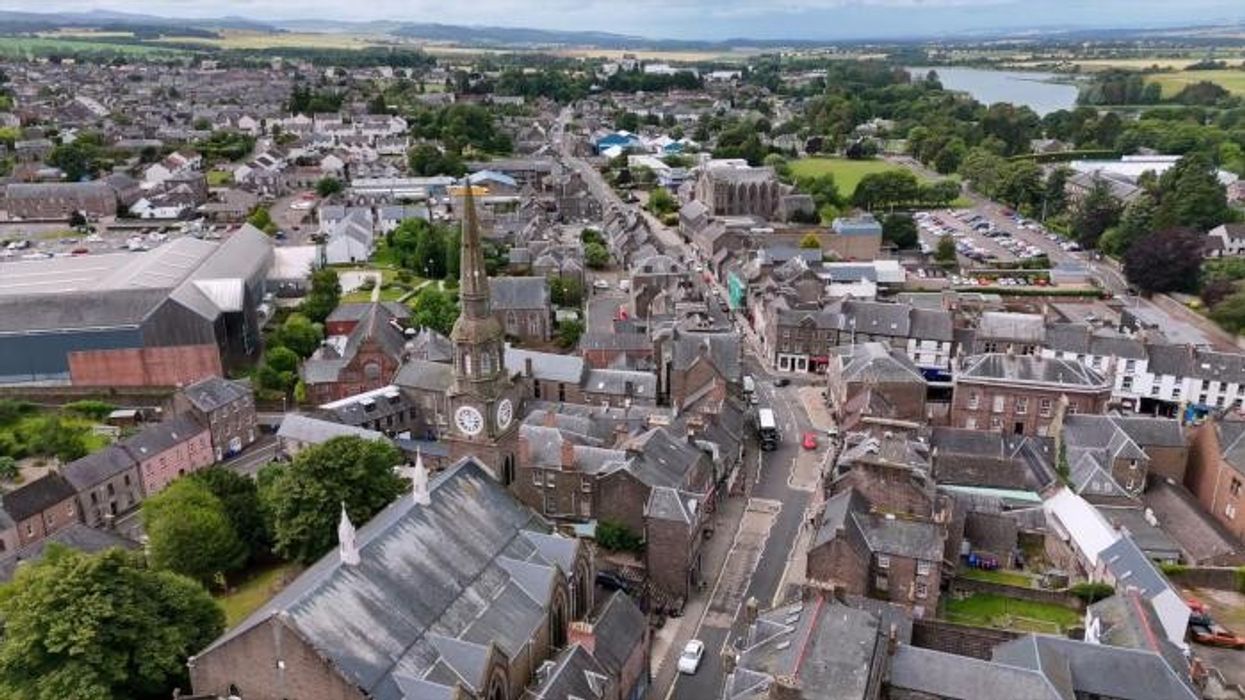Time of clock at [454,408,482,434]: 12:13
